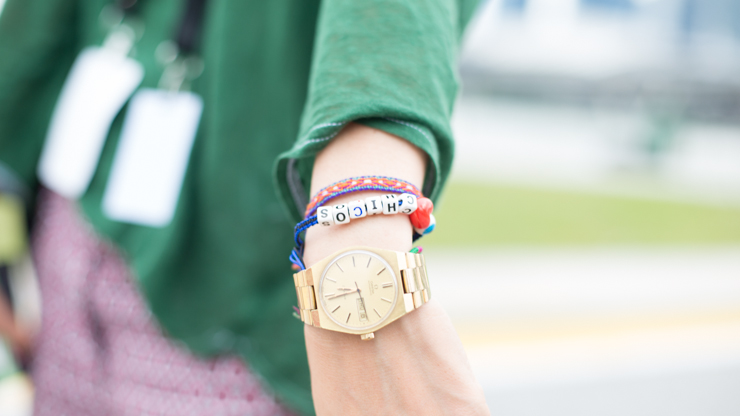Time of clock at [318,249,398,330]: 9:28
